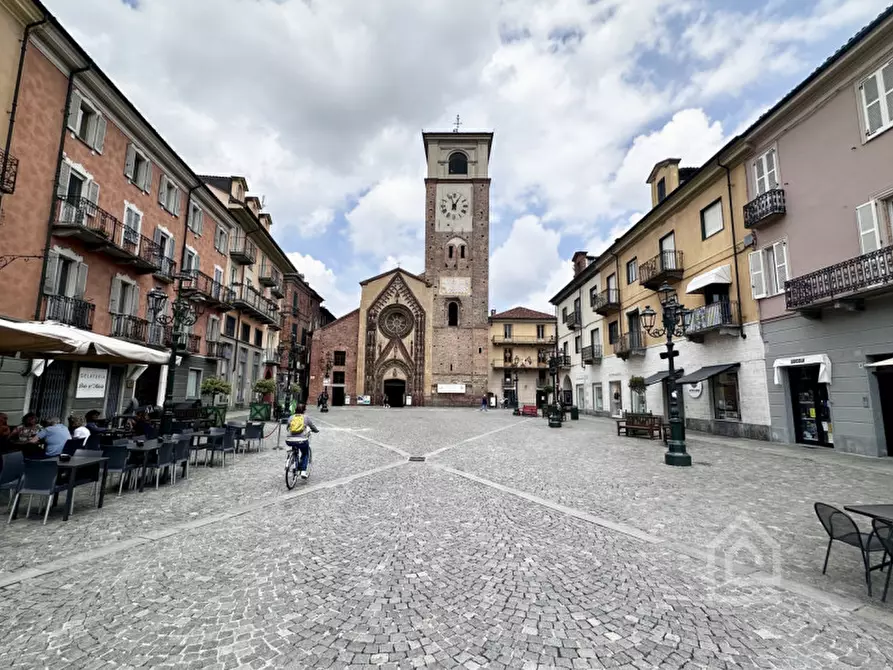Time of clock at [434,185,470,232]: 12:57
